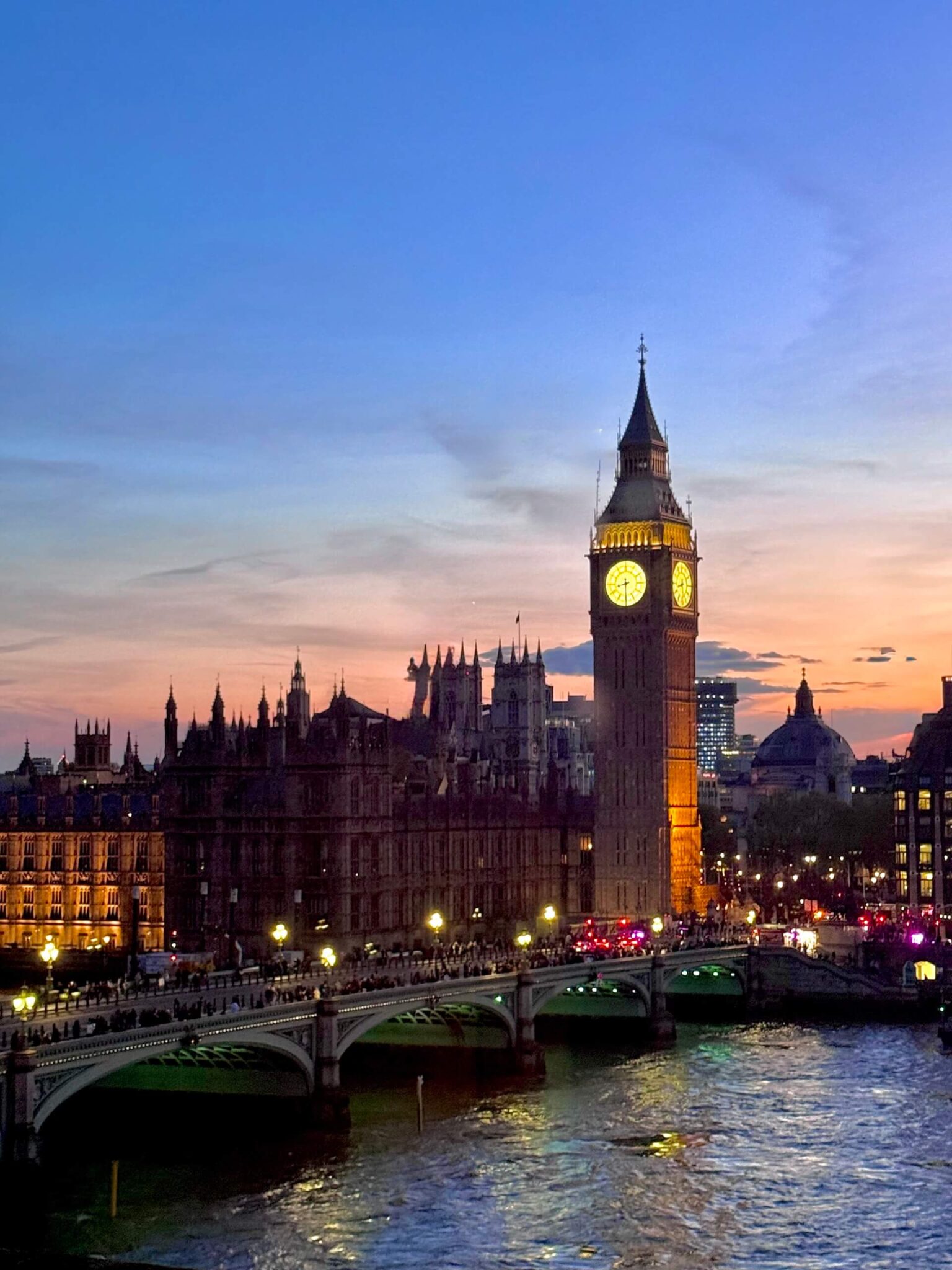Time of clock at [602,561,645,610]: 8:29
